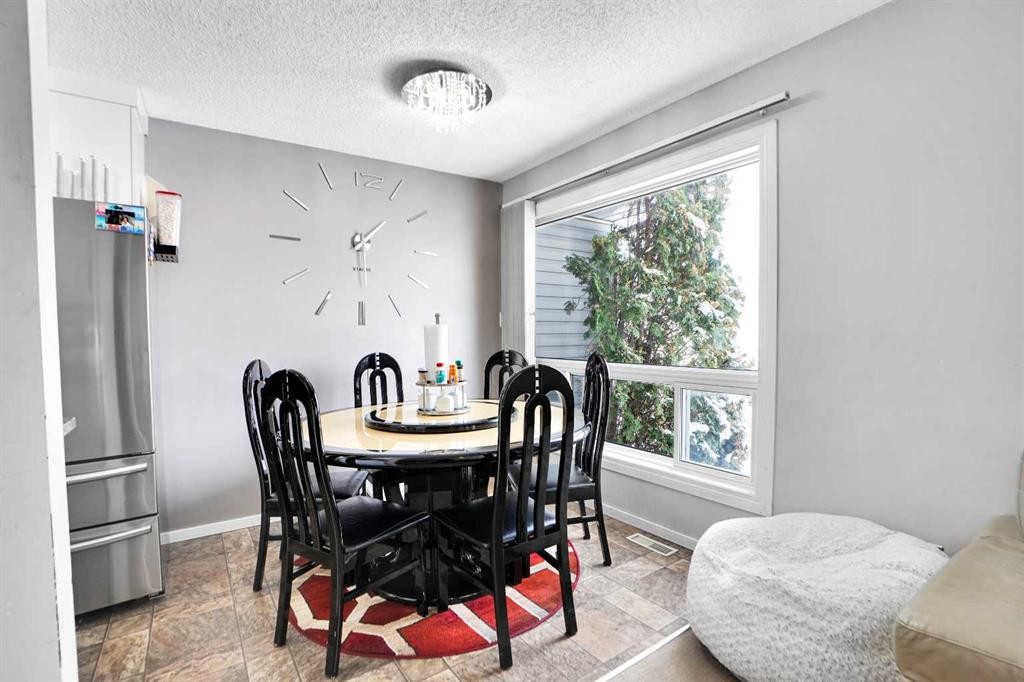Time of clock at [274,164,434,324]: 1:29
